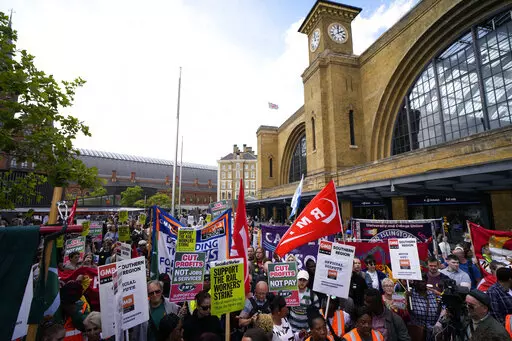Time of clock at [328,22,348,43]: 2:00
